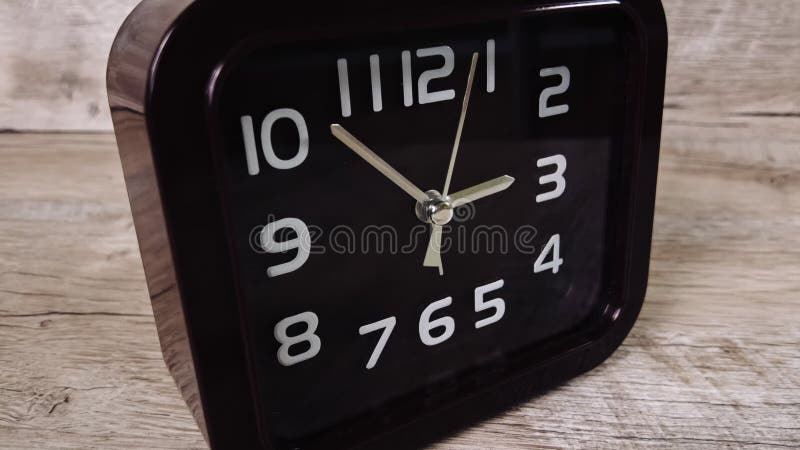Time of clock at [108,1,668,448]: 2:52
